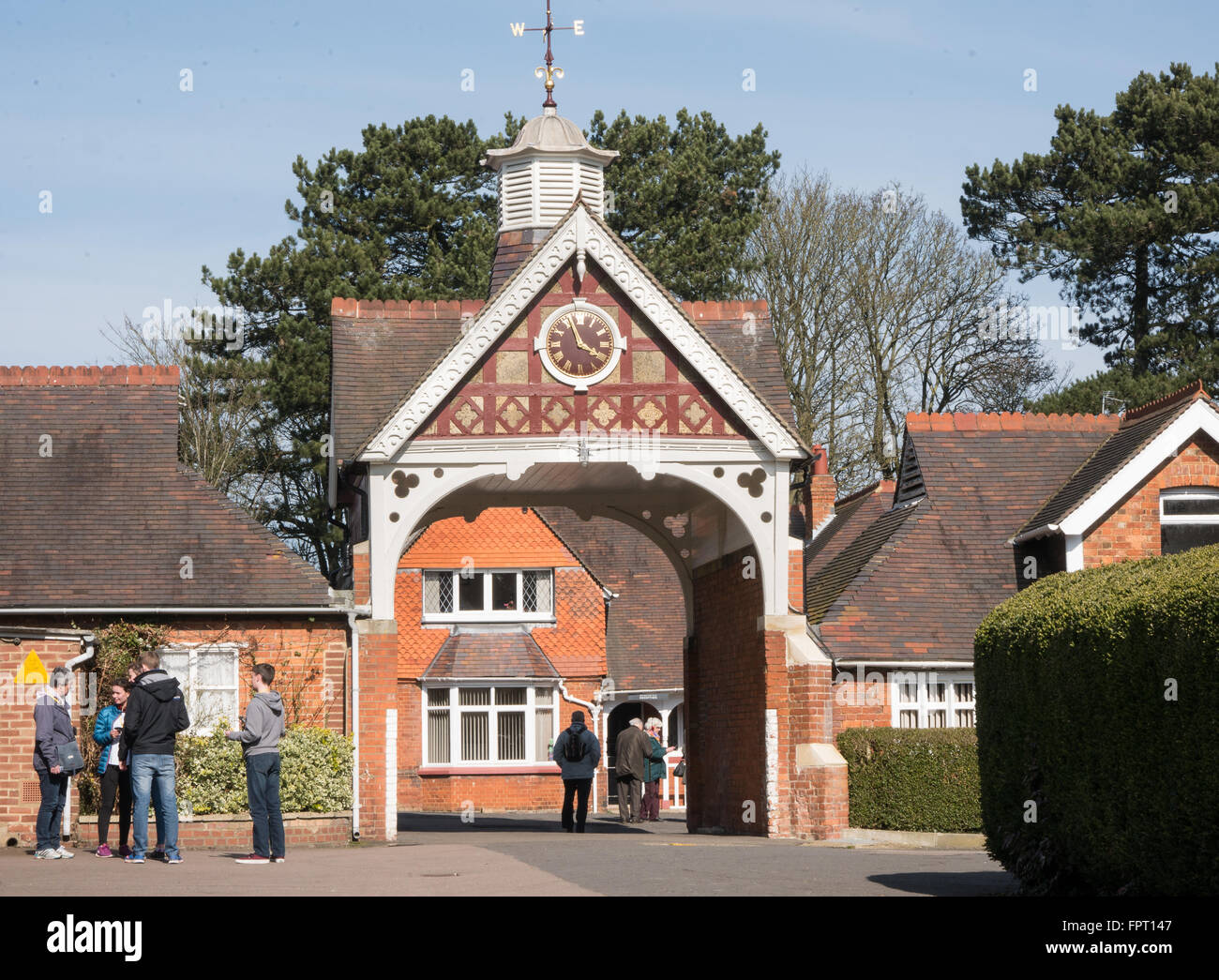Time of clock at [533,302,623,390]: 3:56
